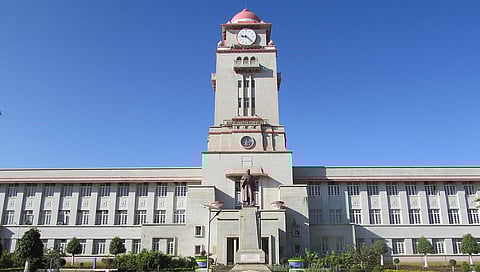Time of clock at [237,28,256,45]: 9:22
